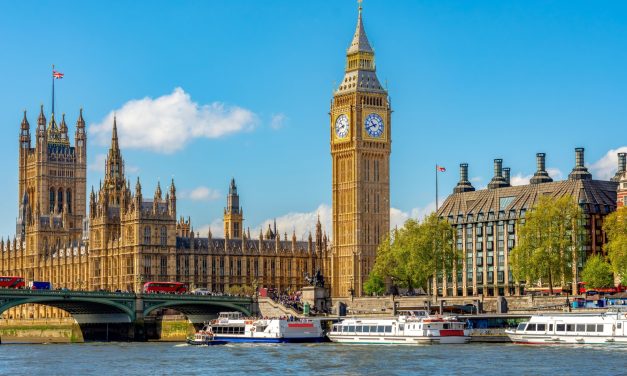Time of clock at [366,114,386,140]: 10:41
